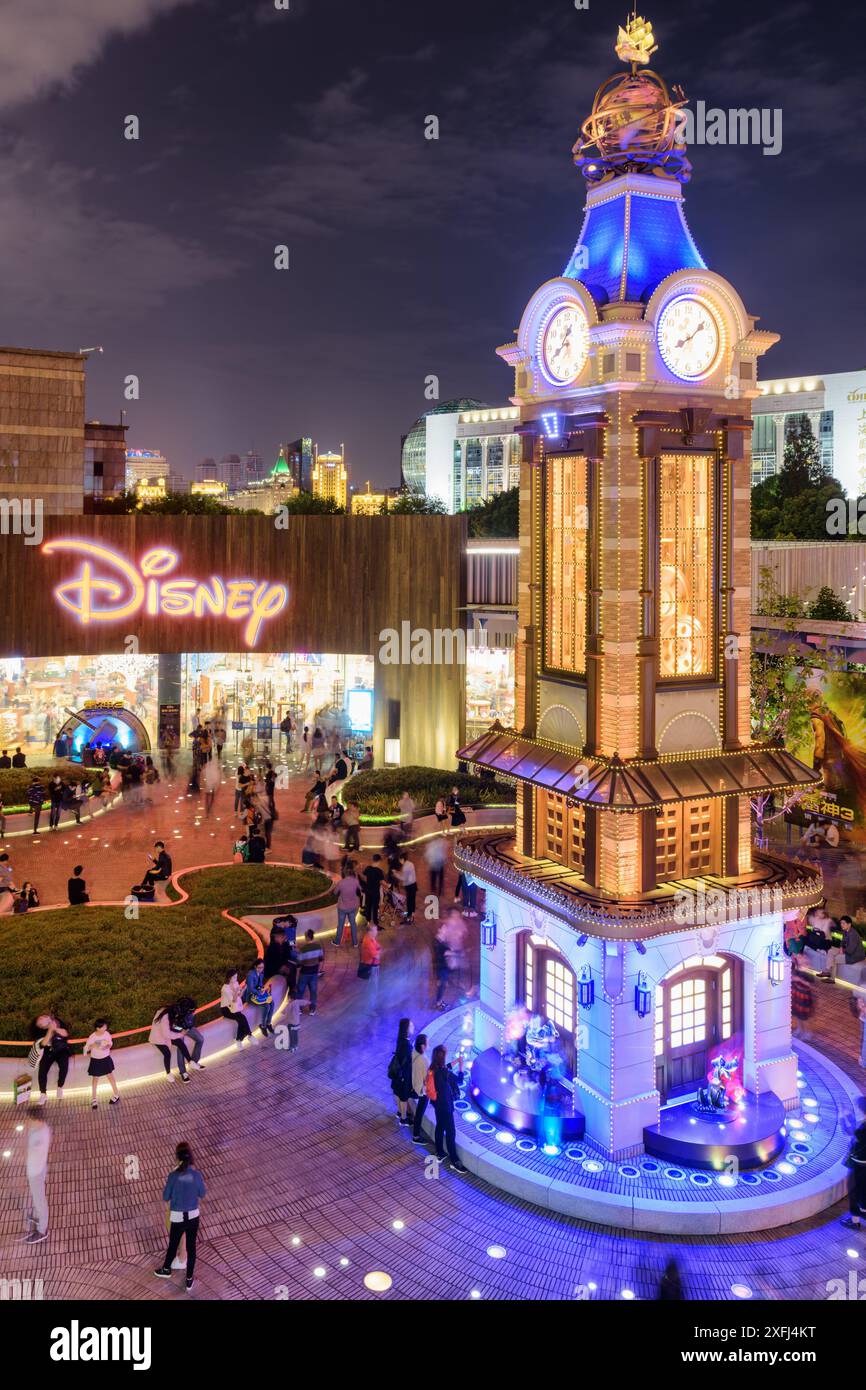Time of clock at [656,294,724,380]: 8:08
